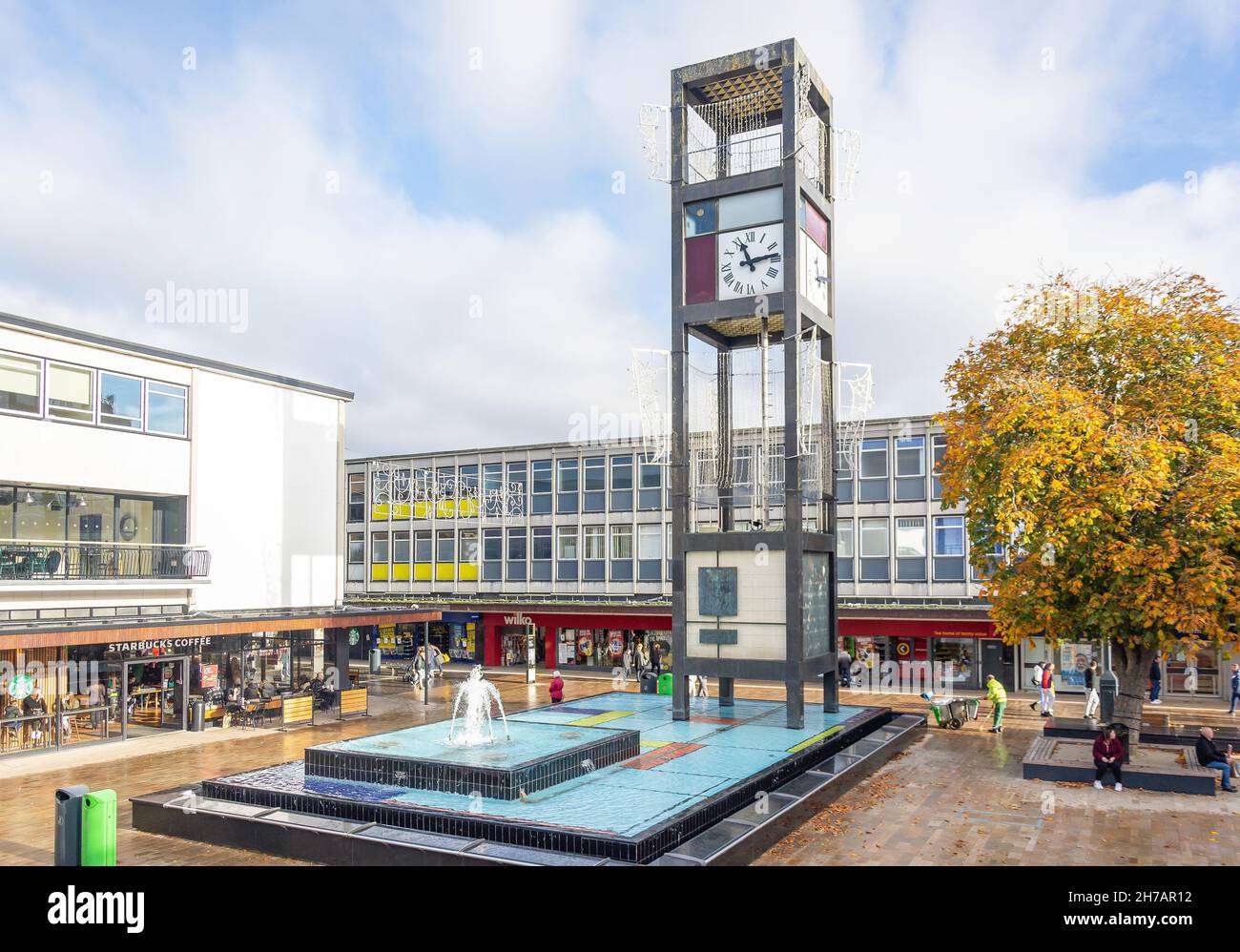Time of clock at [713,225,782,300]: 11:13
